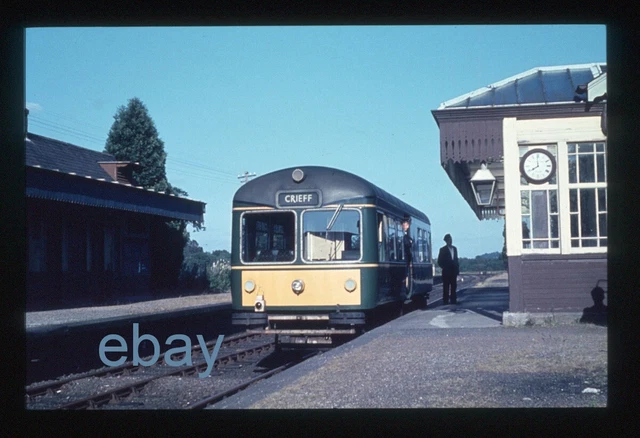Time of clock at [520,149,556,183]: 7:59
